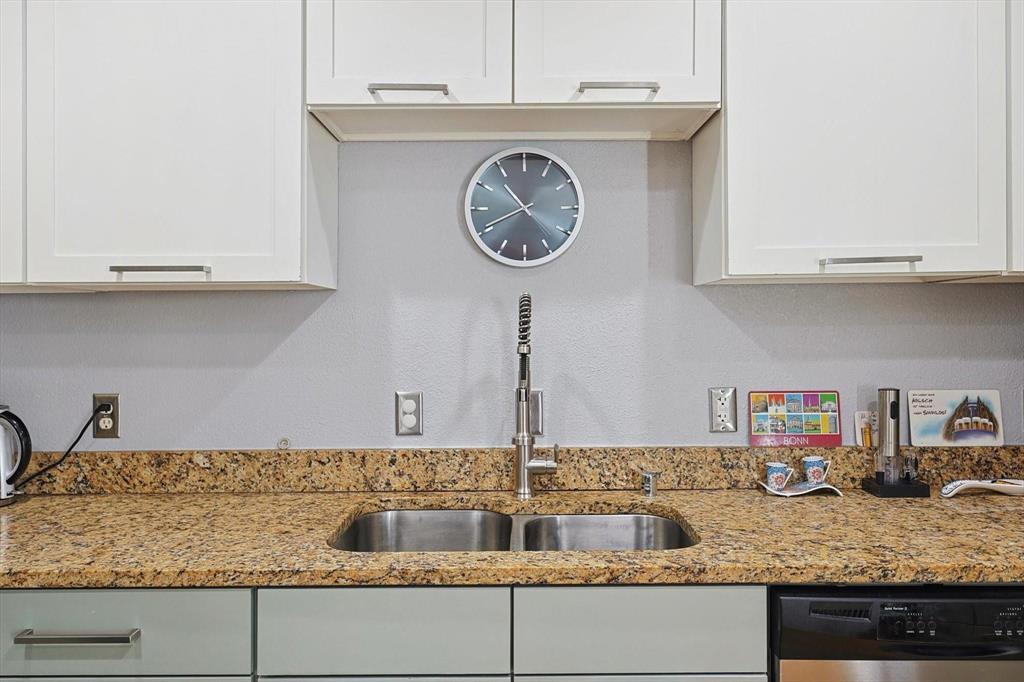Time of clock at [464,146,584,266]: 10:40
